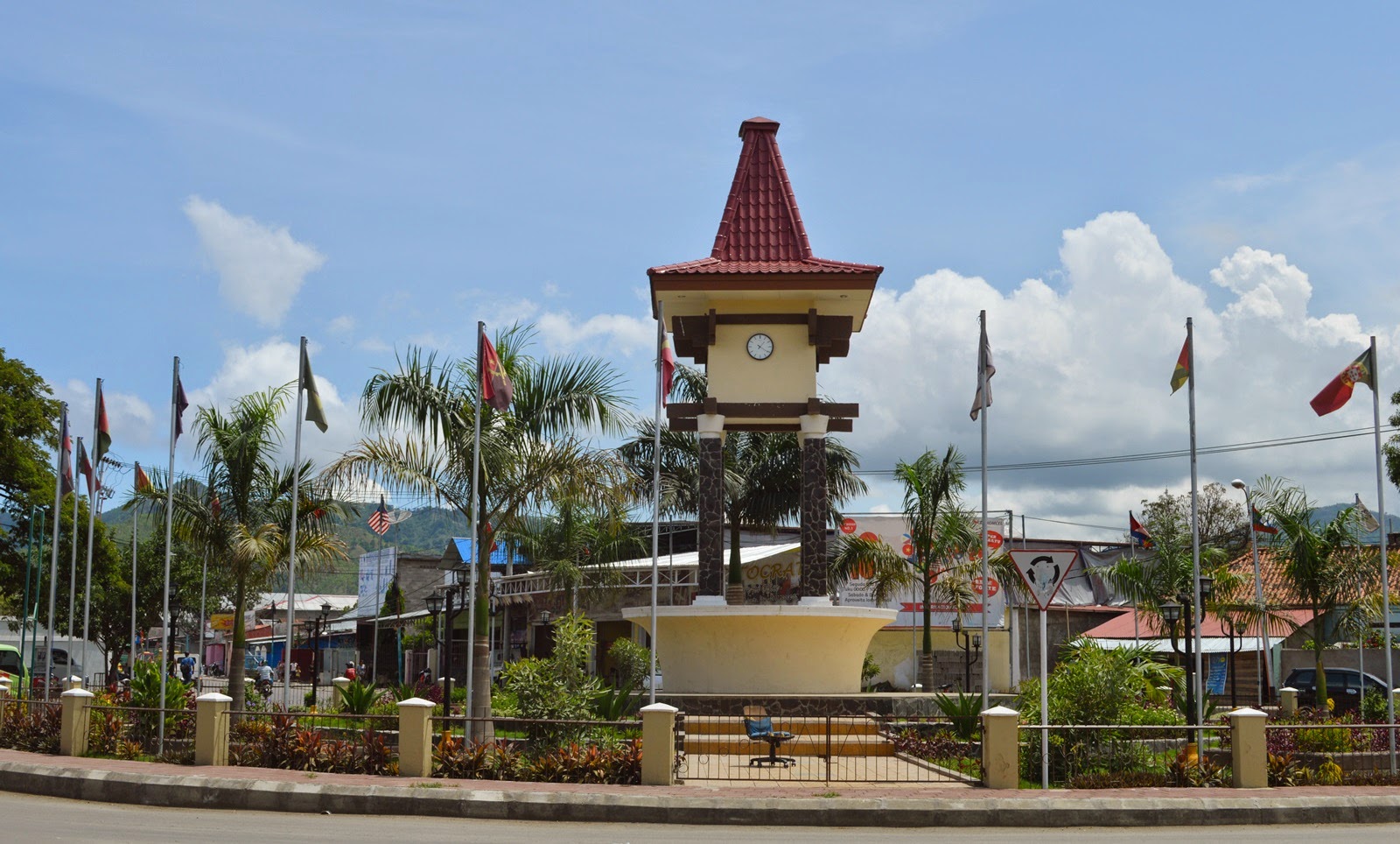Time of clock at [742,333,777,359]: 1:20
